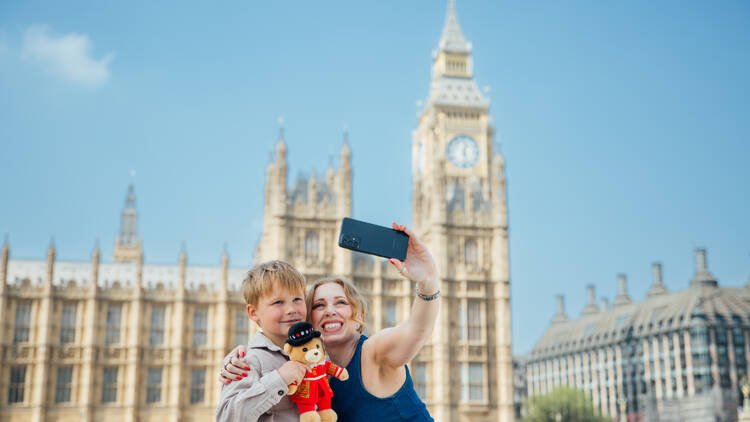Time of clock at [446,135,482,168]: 12:28
